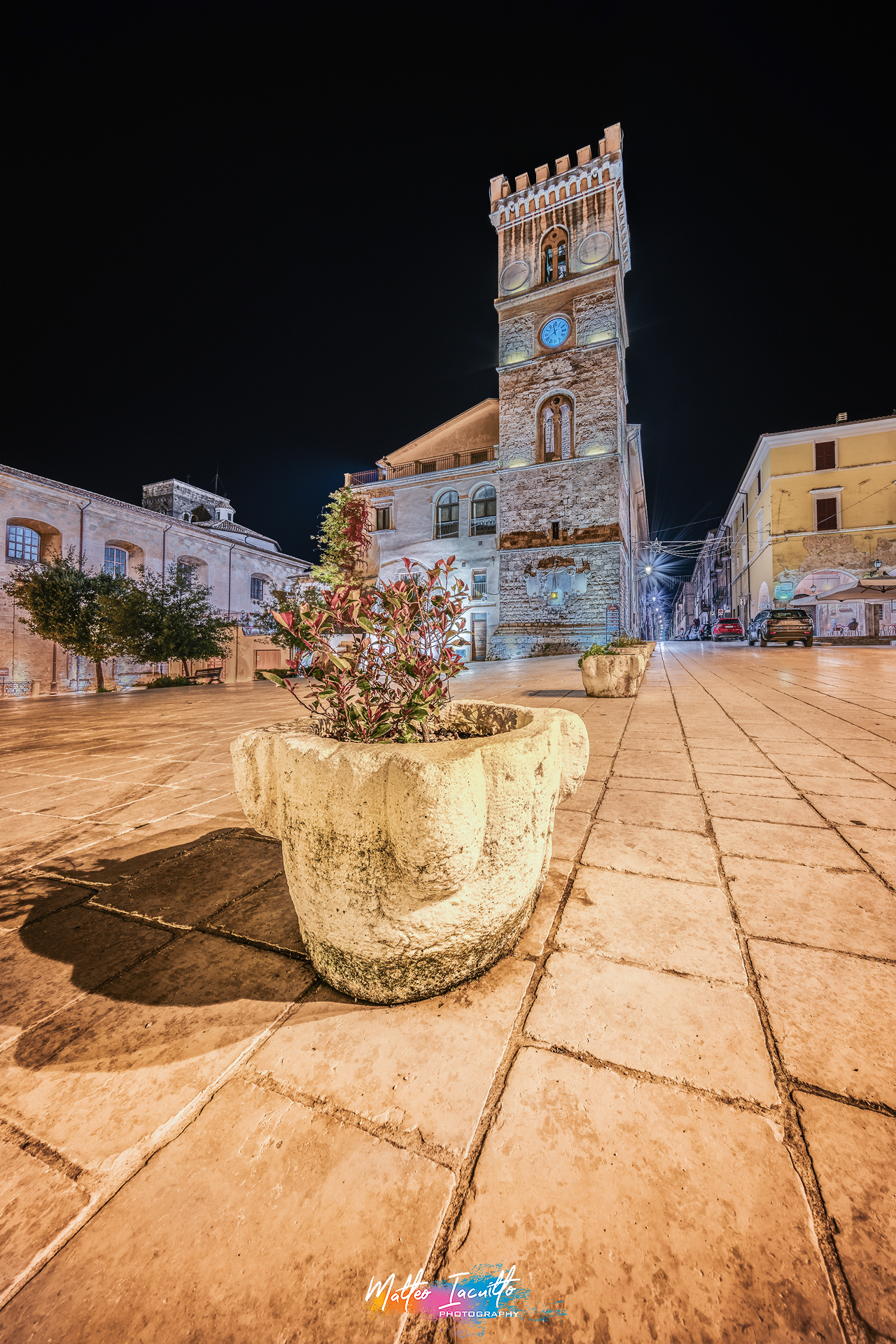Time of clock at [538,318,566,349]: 11:40
